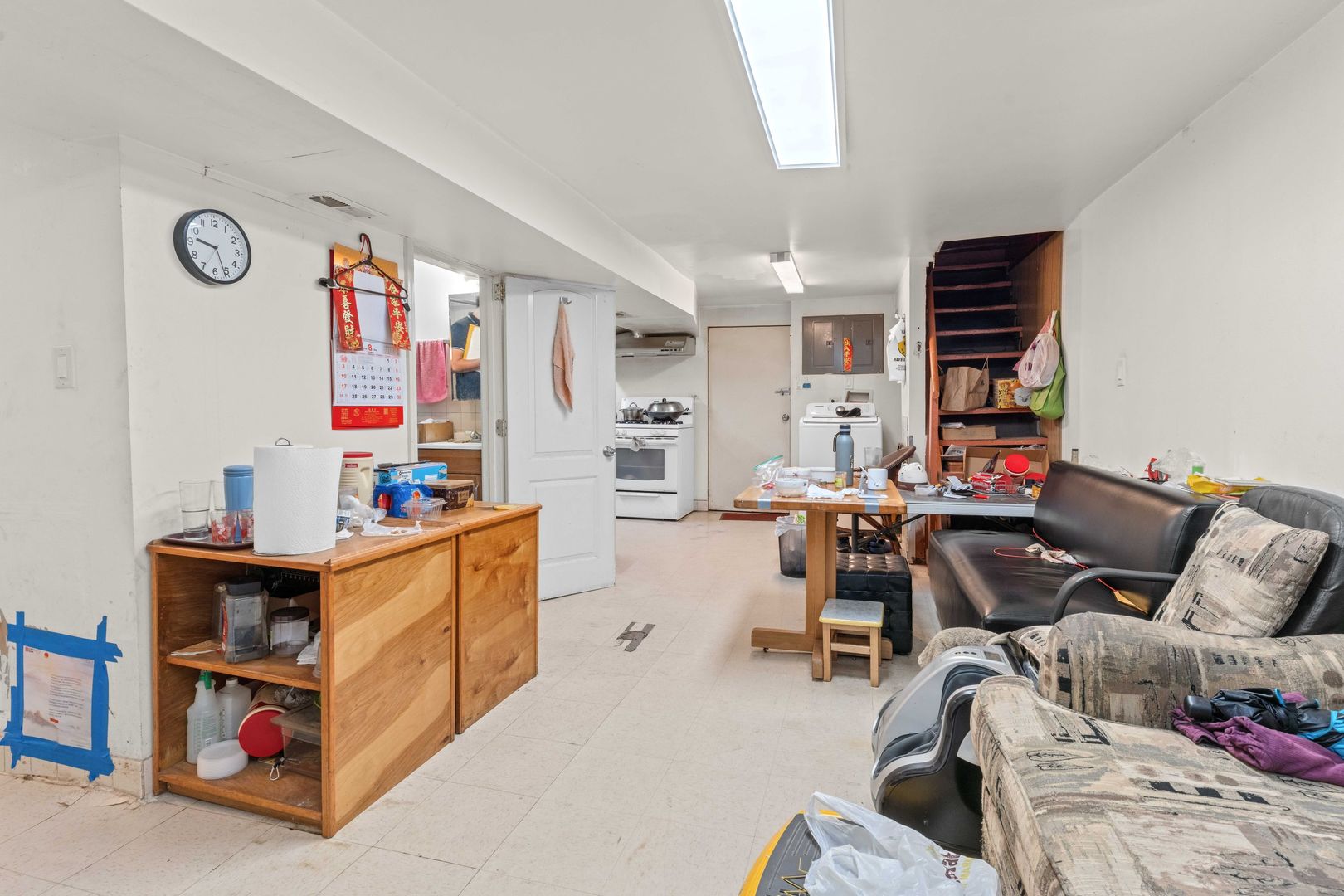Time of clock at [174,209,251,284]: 9:26
